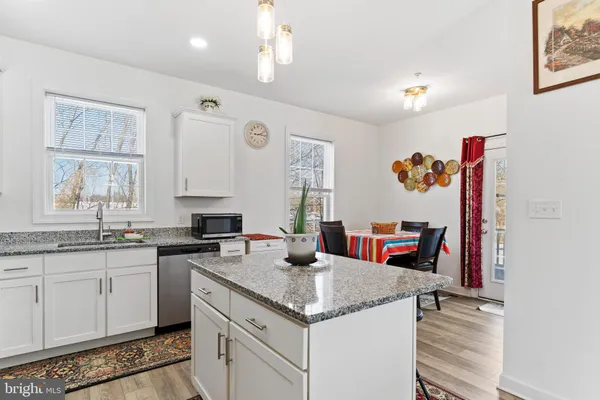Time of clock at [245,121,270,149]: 2:15
